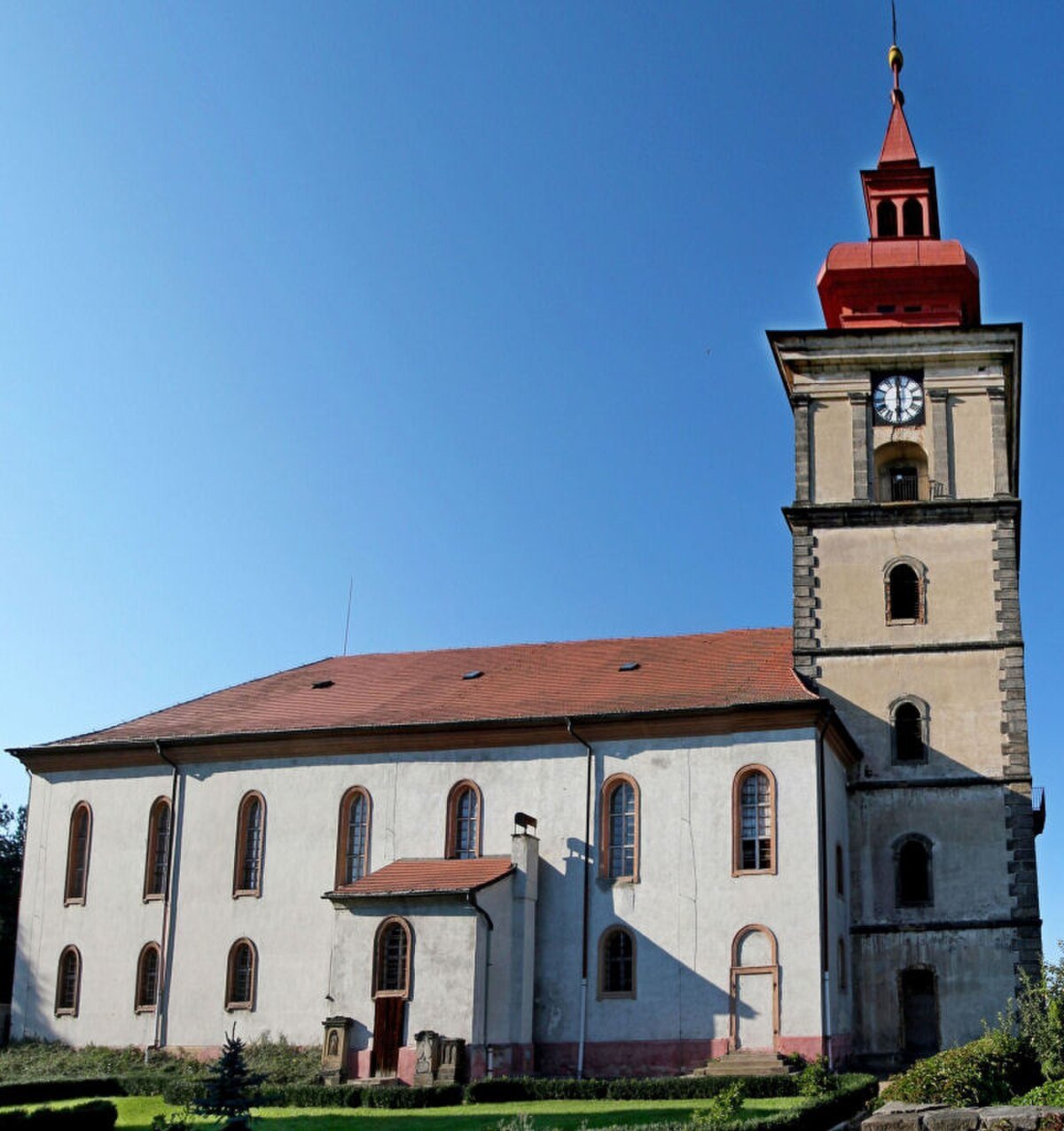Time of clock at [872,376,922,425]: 5:59
